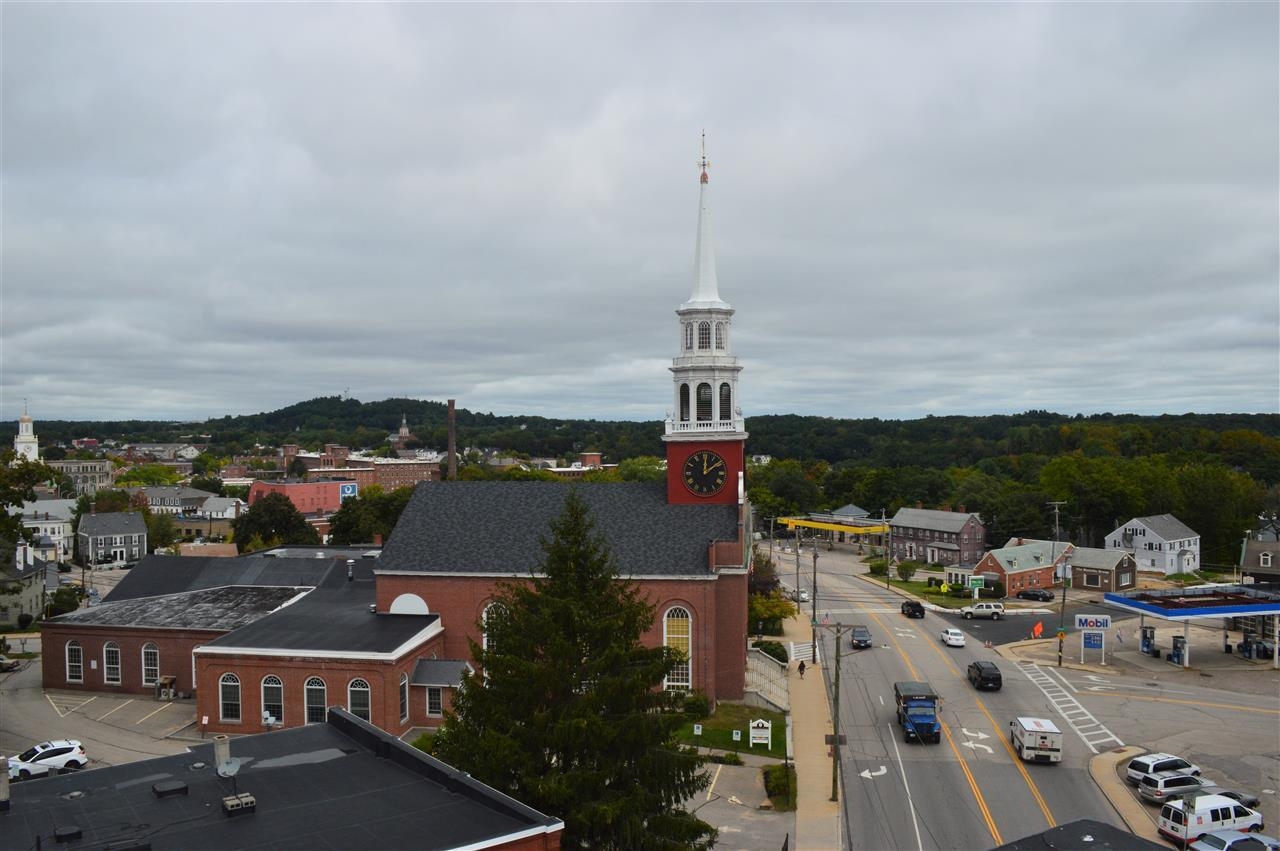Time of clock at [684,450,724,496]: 12:08
